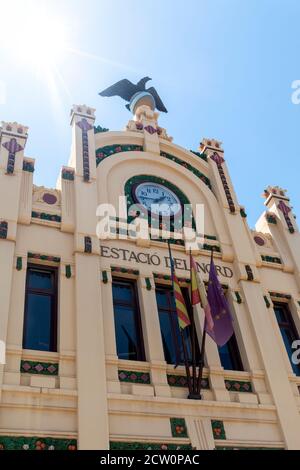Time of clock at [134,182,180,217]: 1:45
